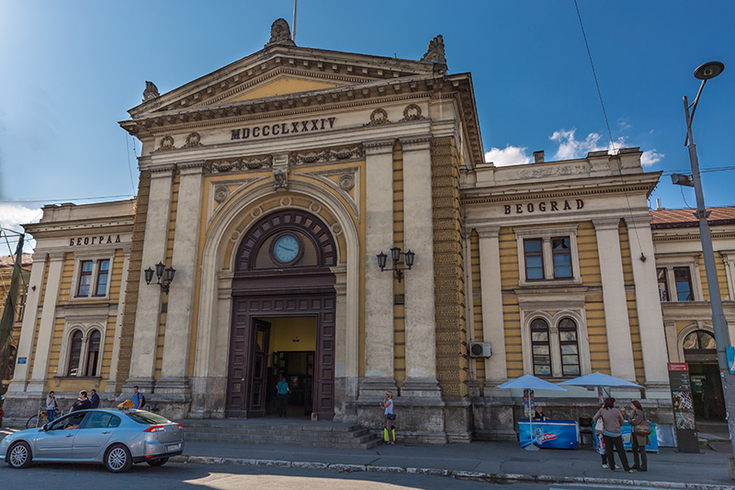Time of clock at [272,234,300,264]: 3:49
